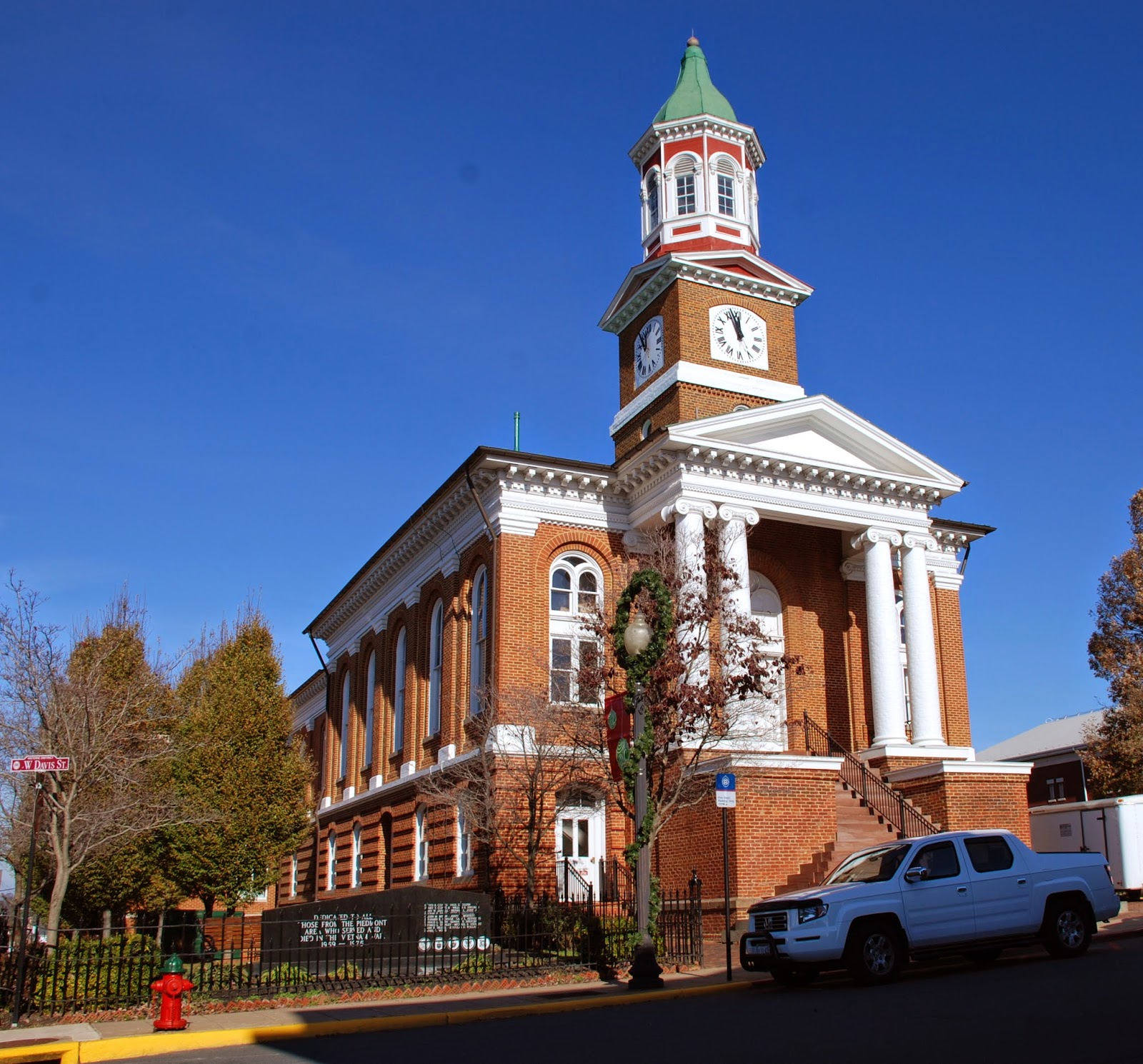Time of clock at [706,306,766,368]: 11:56
